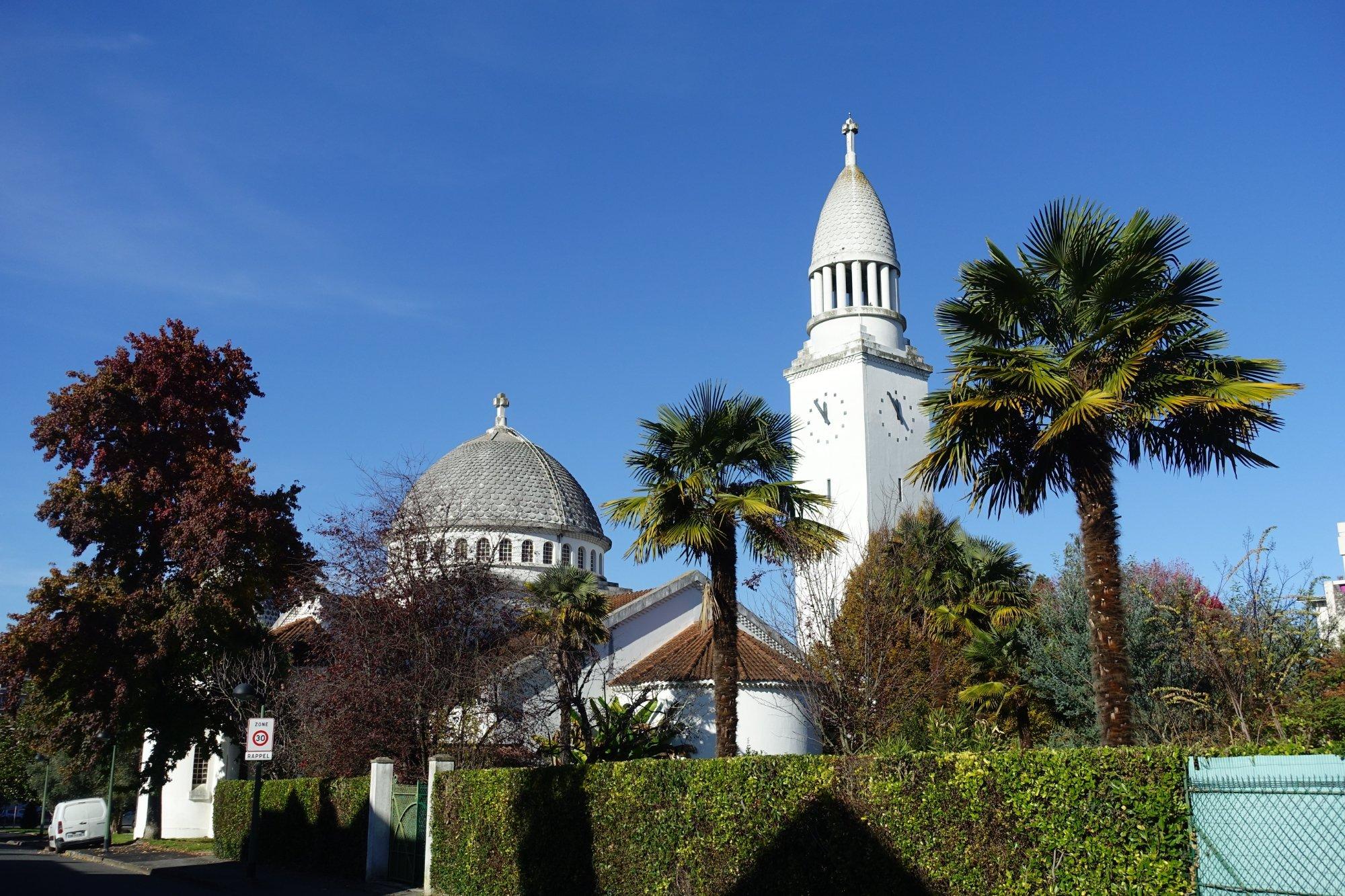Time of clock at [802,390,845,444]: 11:54
